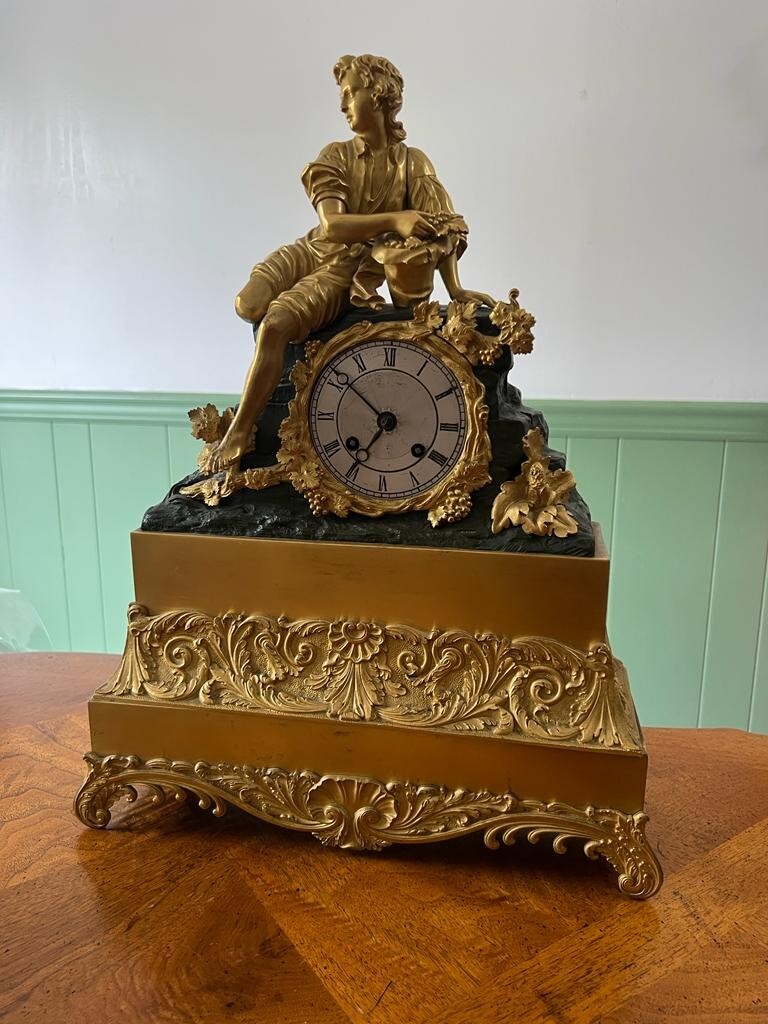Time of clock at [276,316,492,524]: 6:51
